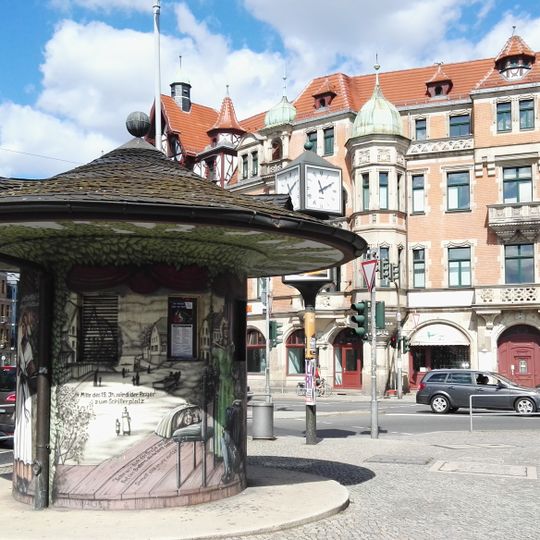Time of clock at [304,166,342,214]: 11:09
